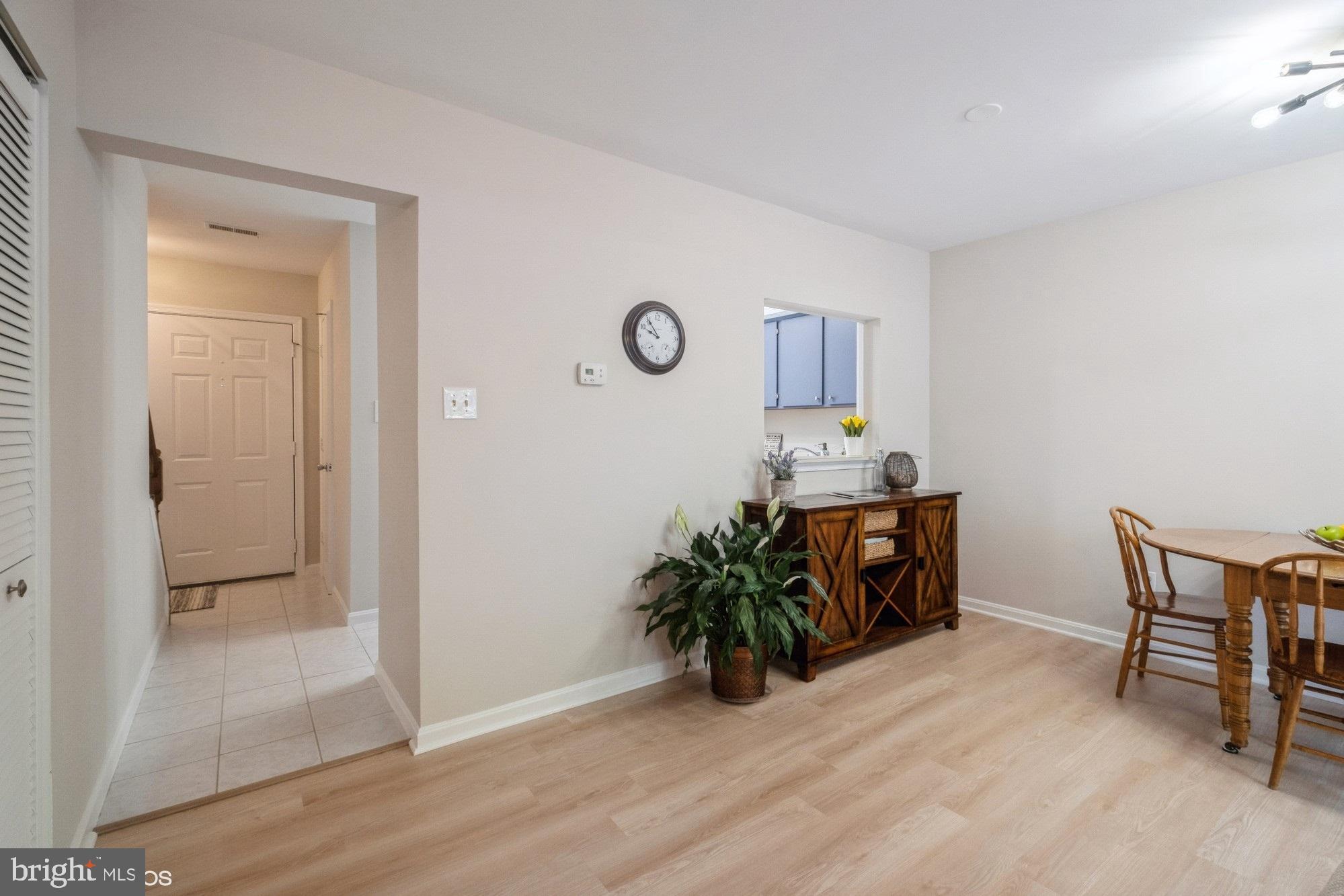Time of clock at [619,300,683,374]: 9:54
